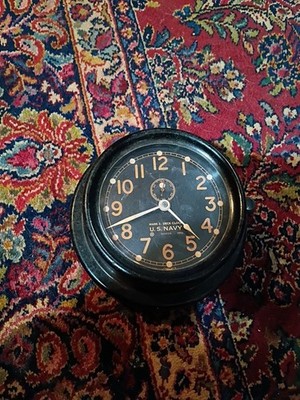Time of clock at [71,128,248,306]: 4:41
